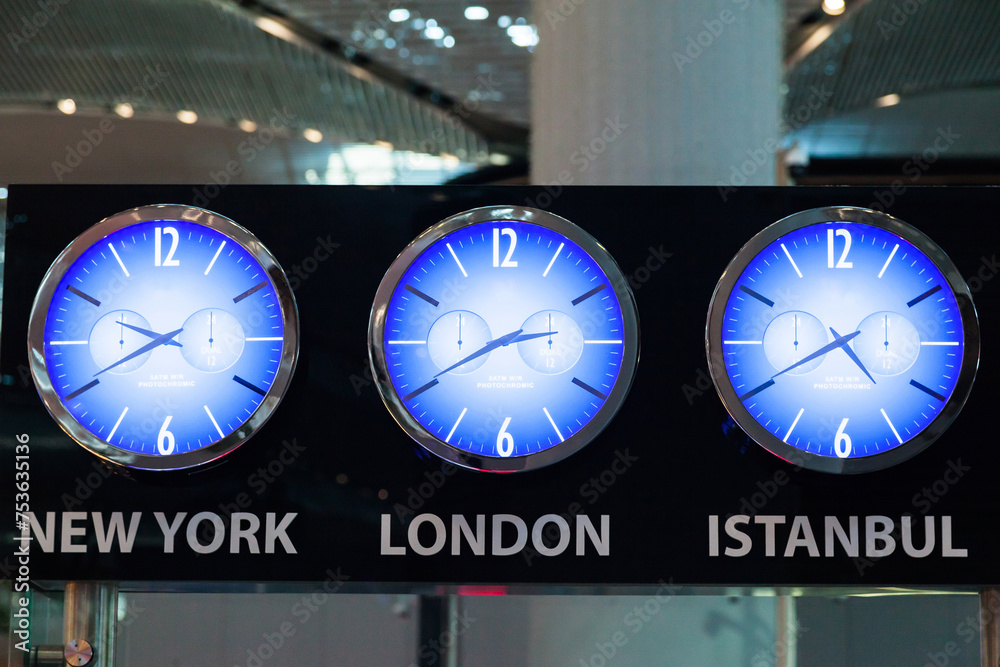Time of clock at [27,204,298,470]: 9:40
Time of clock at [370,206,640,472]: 2:40
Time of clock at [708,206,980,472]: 4:40
